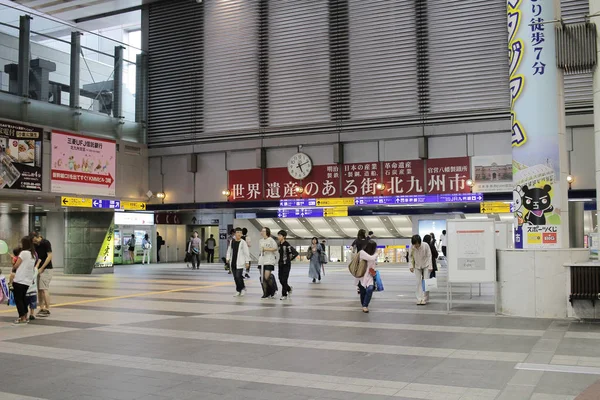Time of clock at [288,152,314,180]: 5:11
